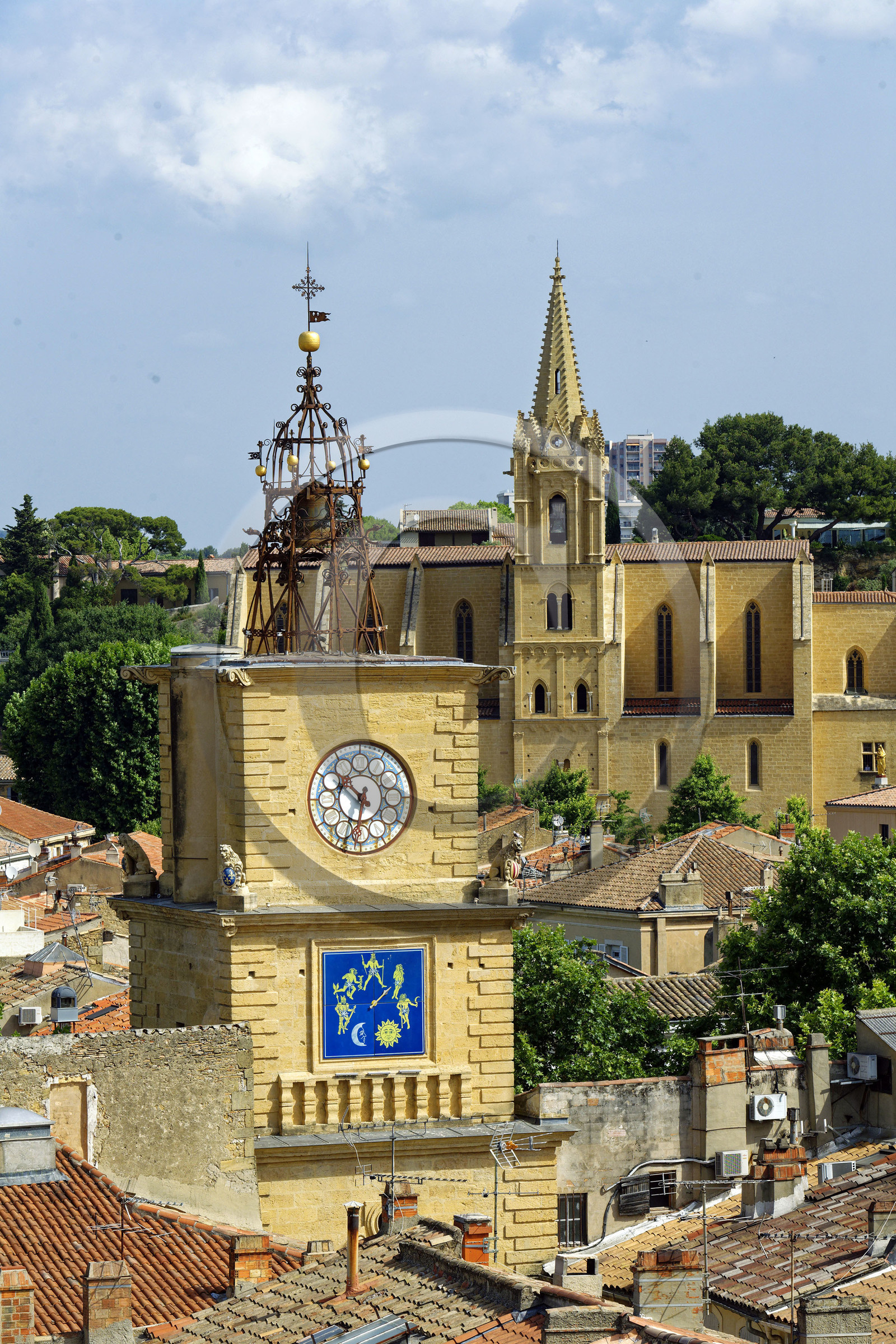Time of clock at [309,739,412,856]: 10:32
